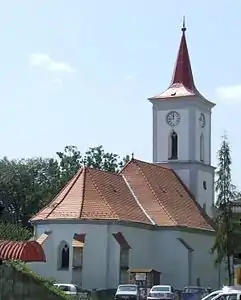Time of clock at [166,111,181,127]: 11:44
